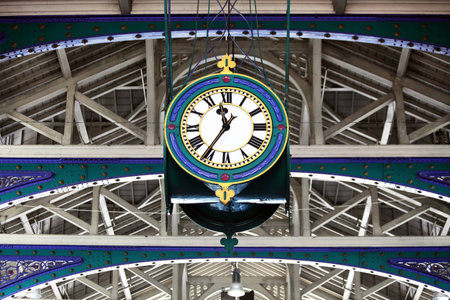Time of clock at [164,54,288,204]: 11:35
